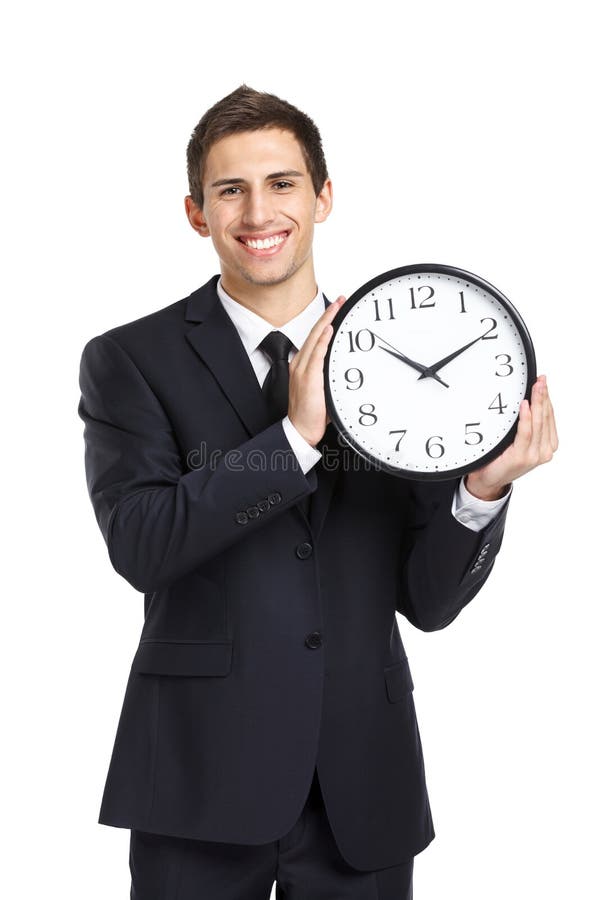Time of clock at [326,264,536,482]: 10:10
